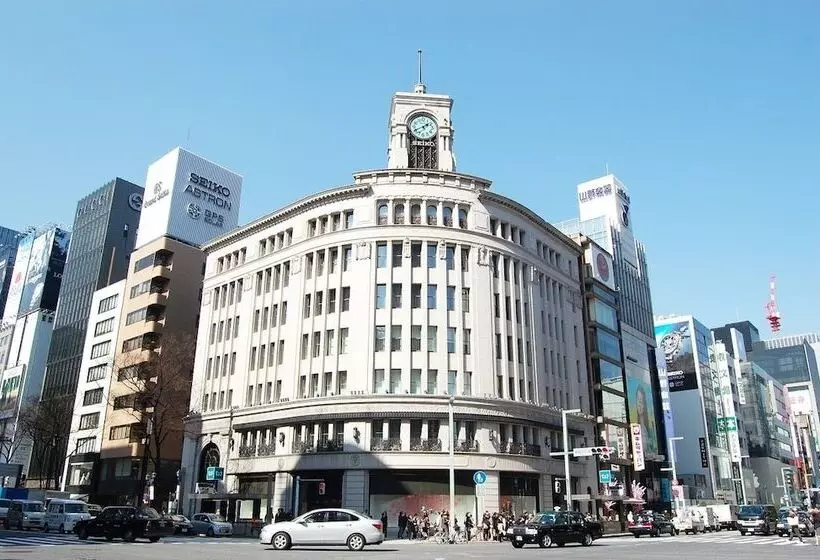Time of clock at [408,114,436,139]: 1:40
